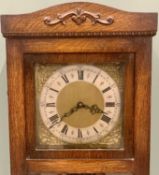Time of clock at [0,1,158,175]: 3:39
